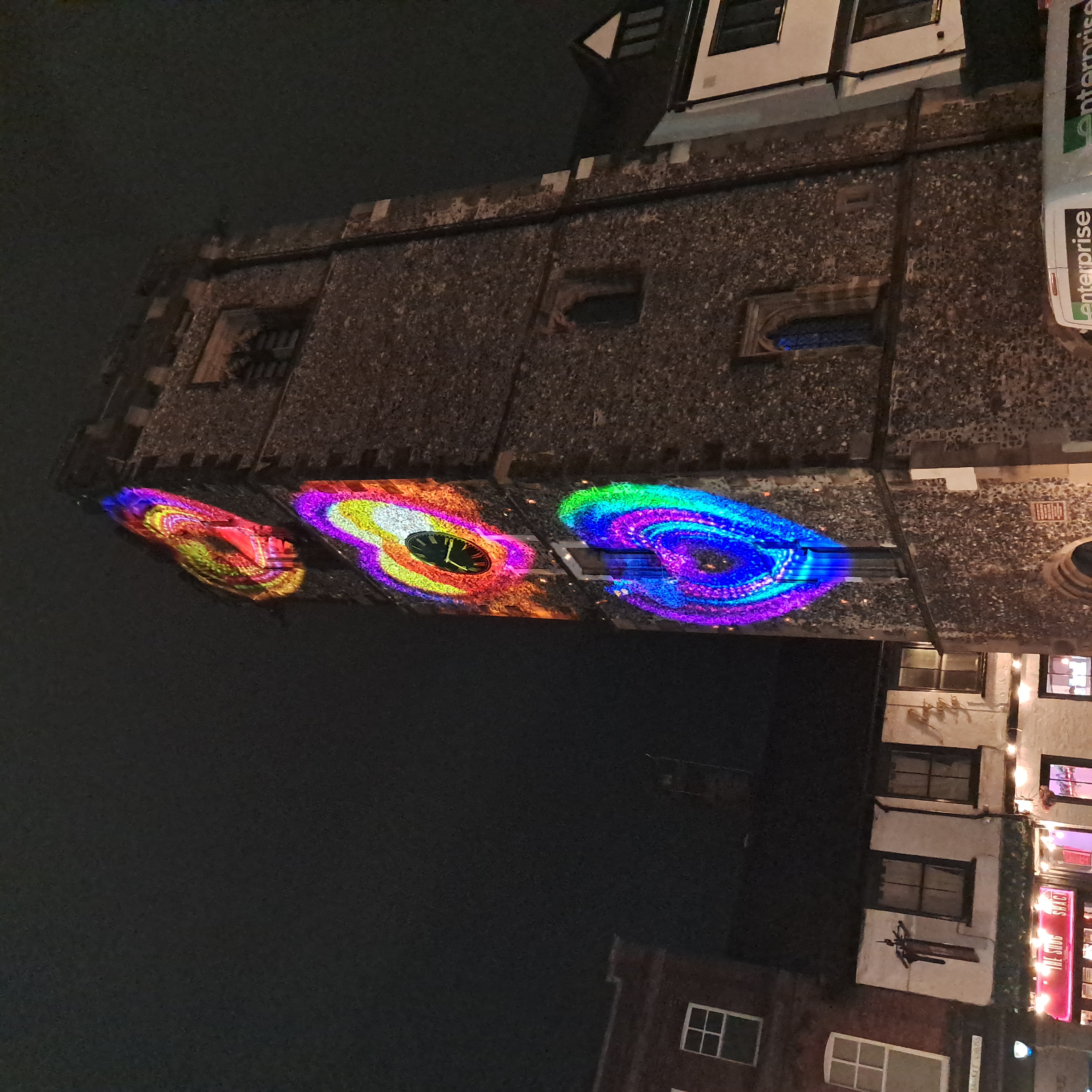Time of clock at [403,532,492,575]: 4:01
